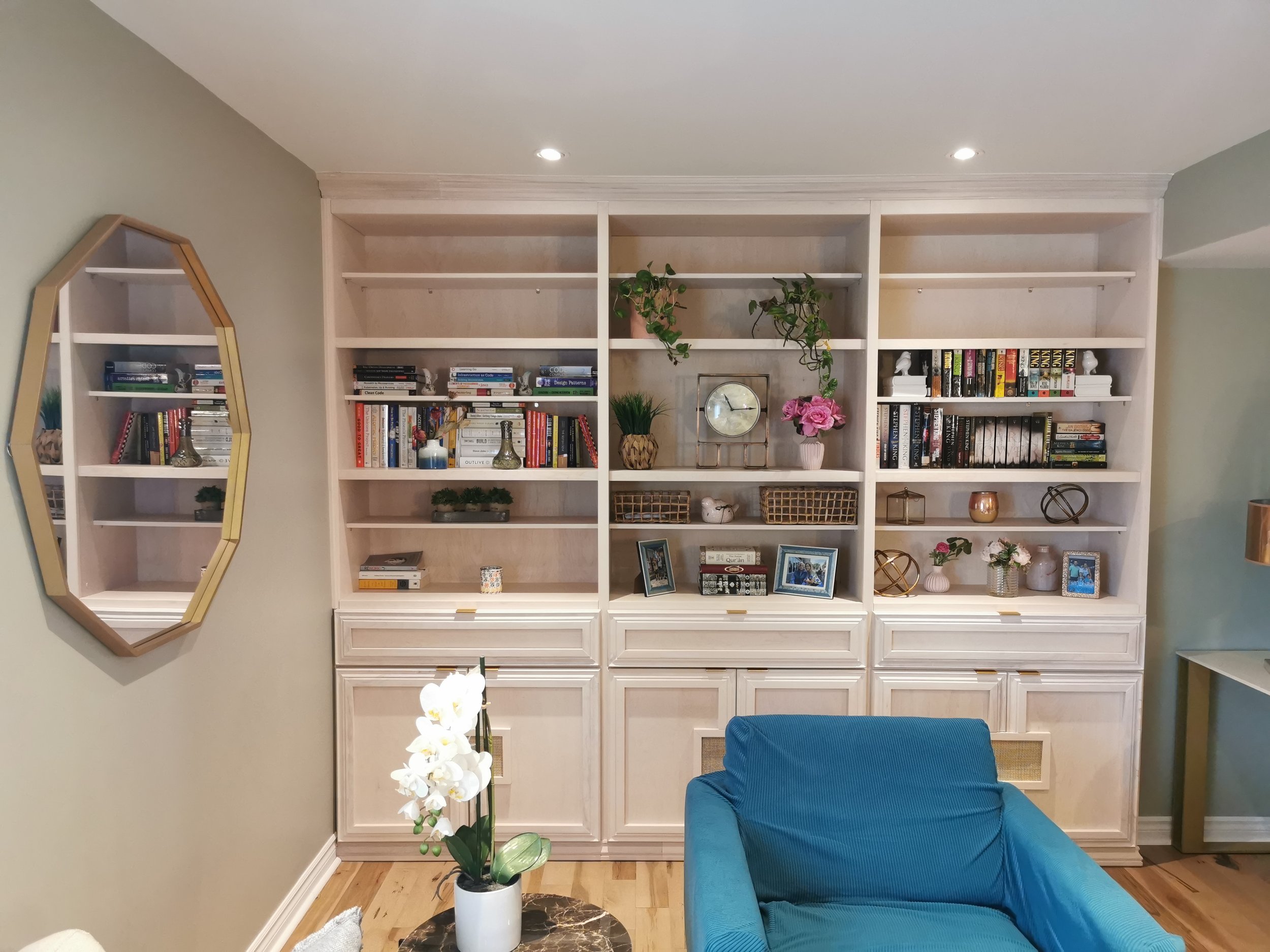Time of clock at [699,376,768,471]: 11:14
